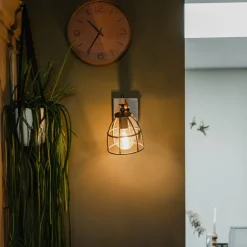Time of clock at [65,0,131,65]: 10:35
